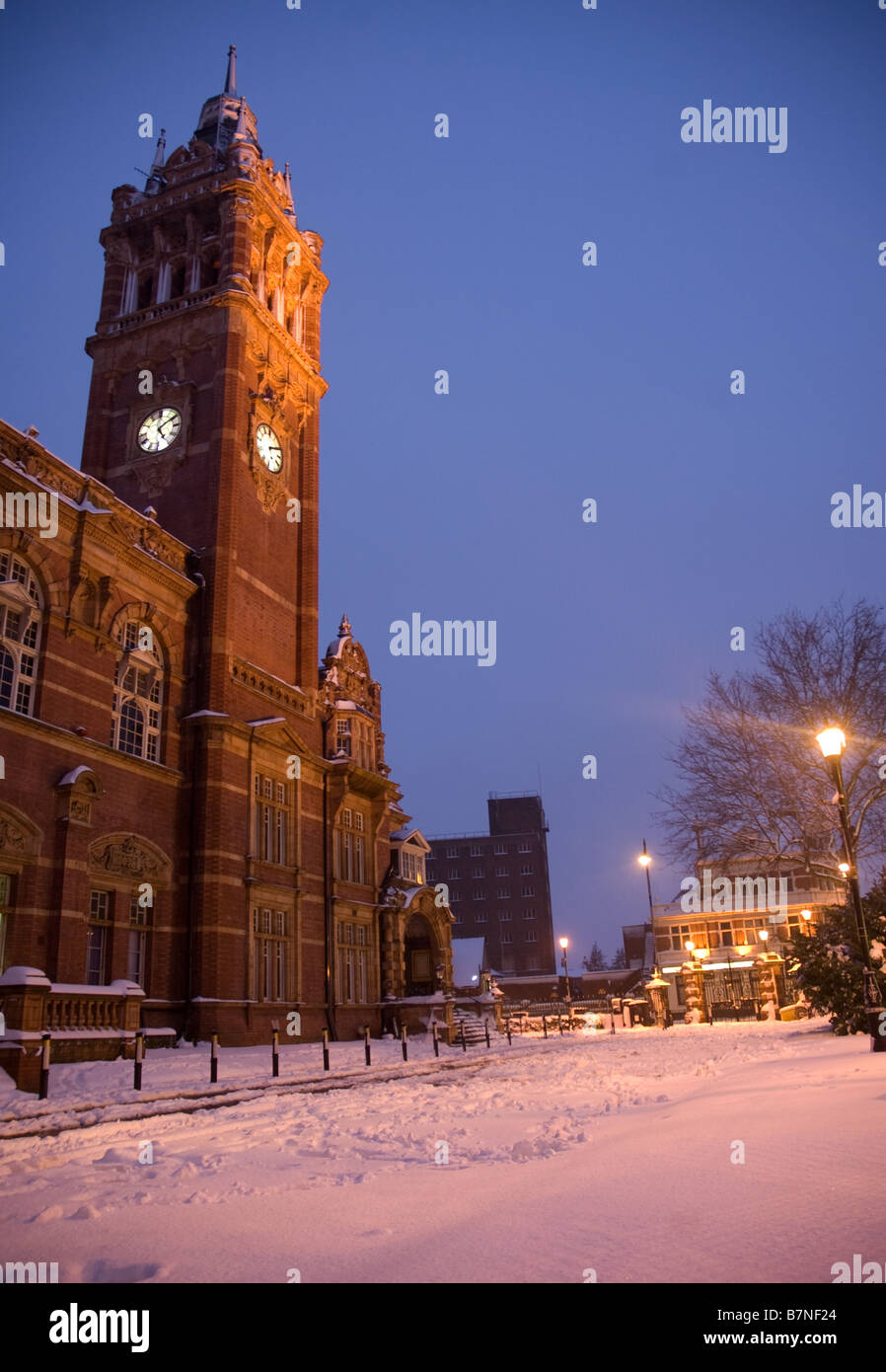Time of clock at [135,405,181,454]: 5:09
